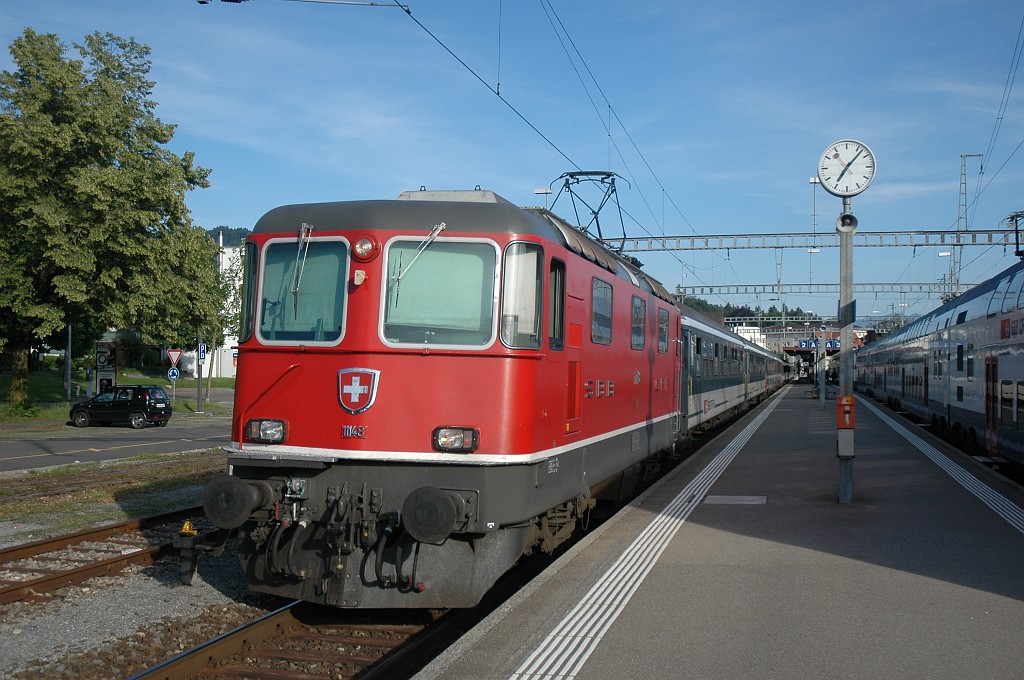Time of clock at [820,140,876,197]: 7:07
